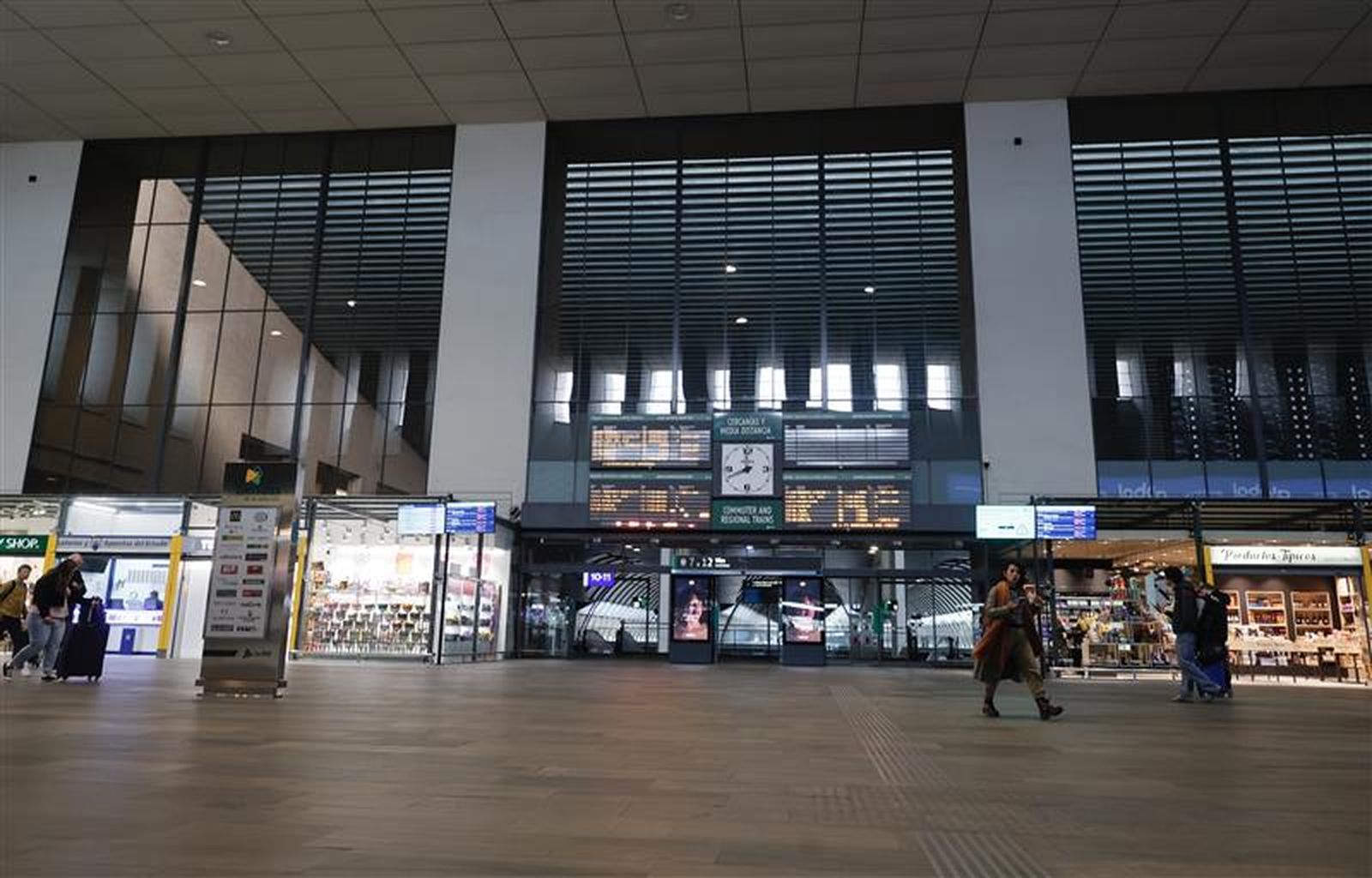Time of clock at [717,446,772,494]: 11:41
